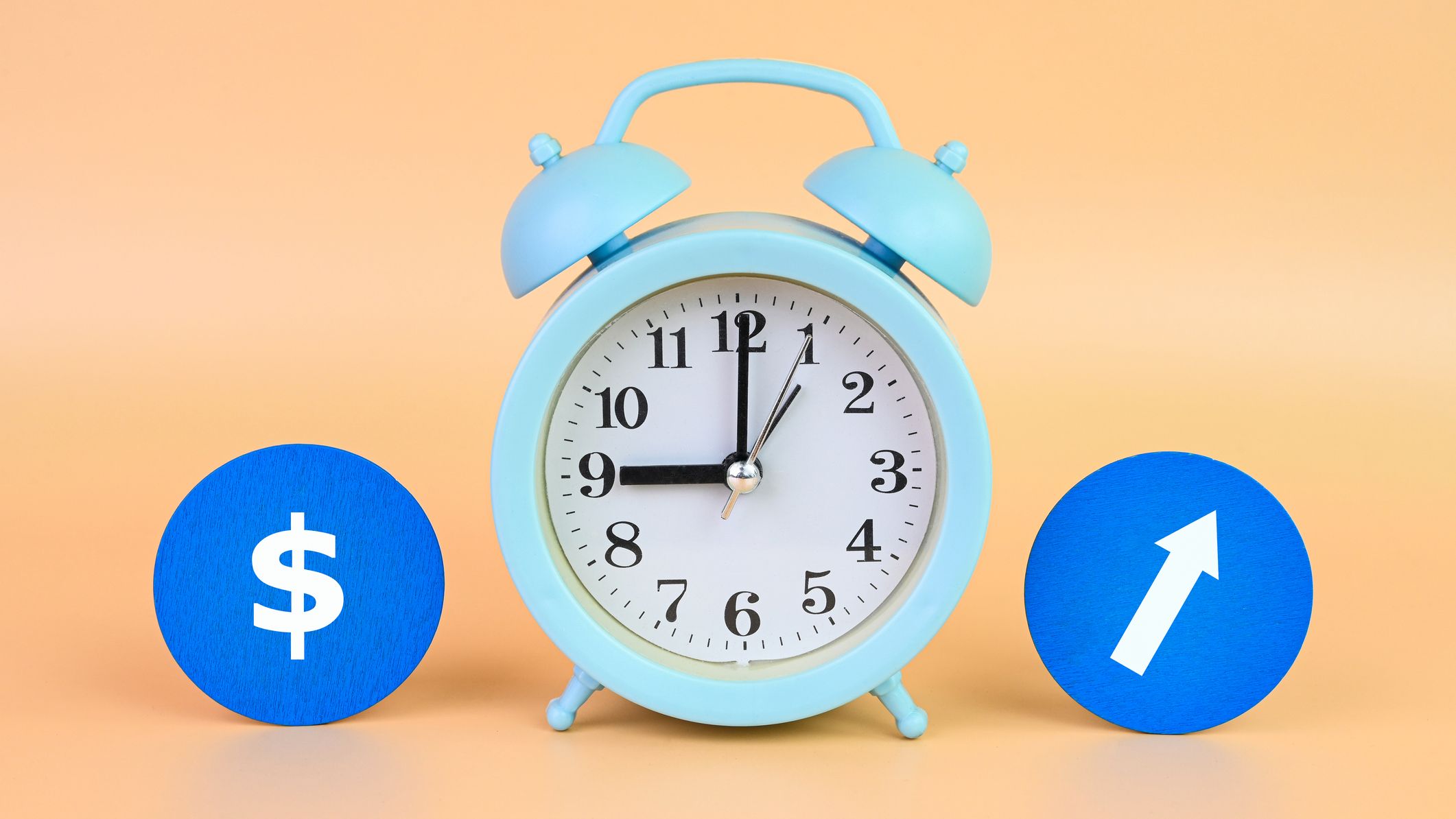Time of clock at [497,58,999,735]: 9:00
